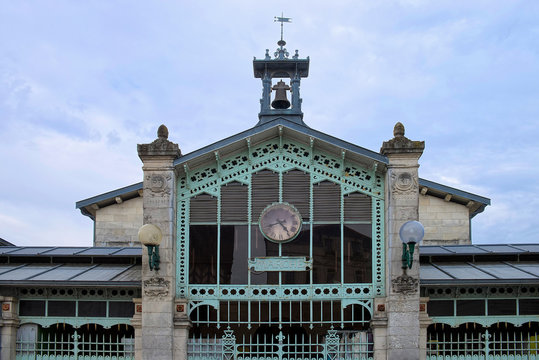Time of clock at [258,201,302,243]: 4:42
